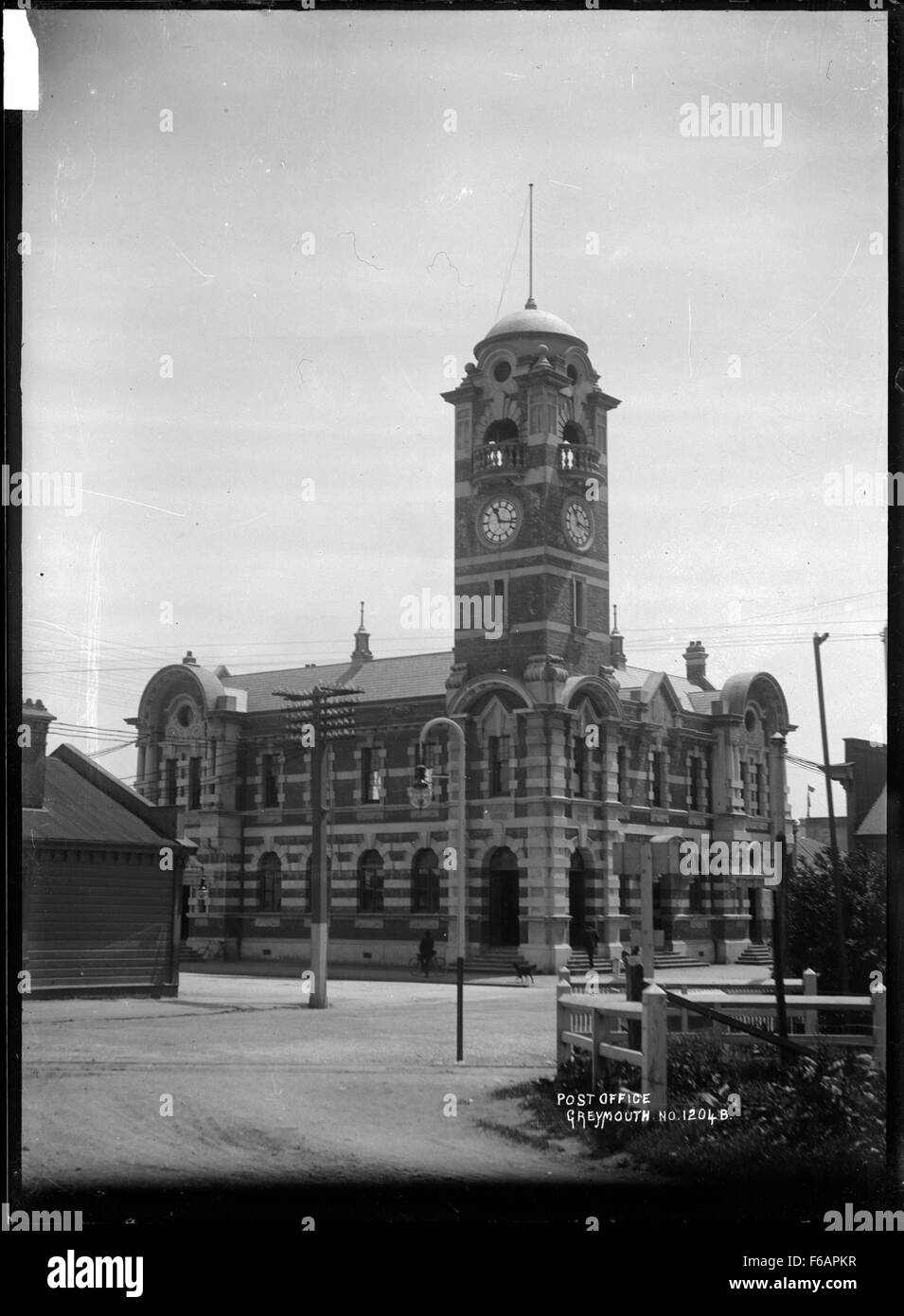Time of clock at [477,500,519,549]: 11:16
